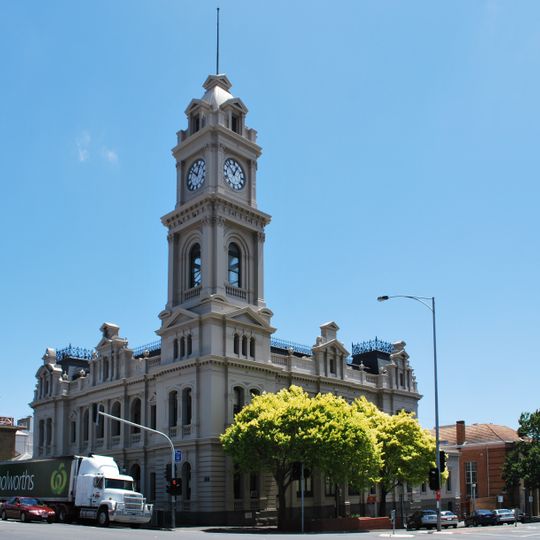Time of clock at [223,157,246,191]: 12:52
